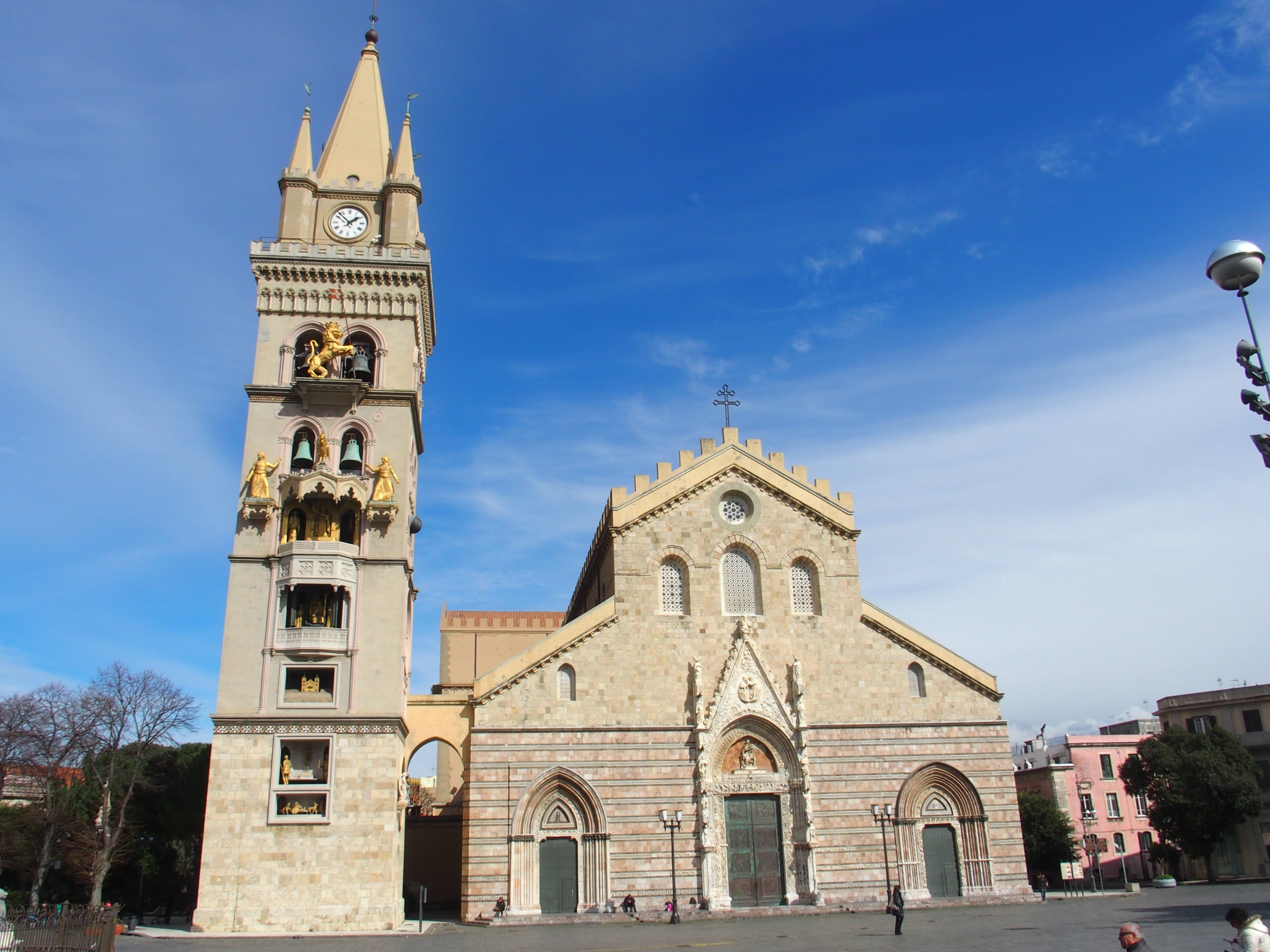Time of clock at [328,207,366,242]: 1:52
